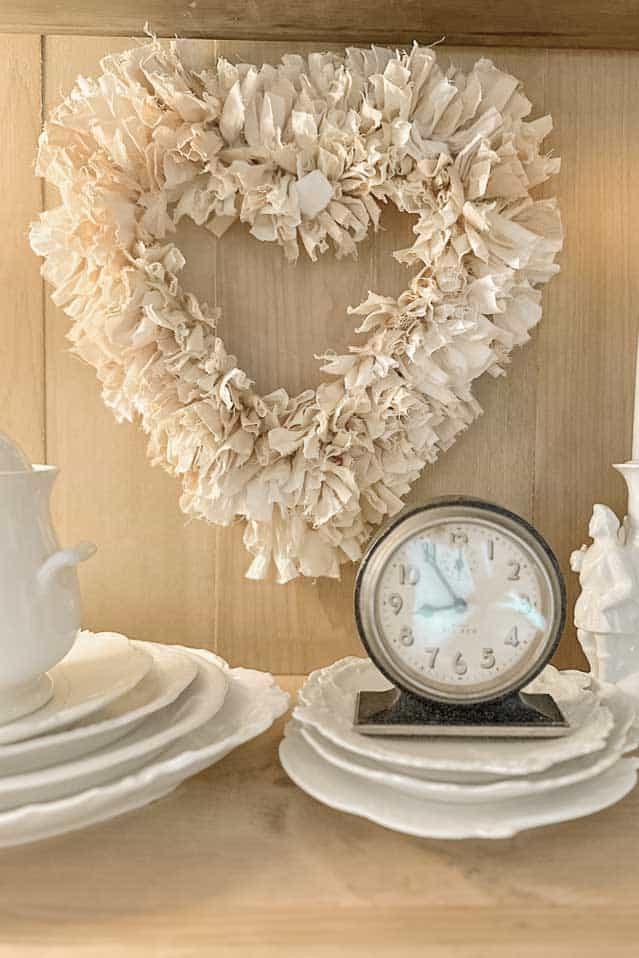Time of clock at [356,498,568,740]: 8:54
